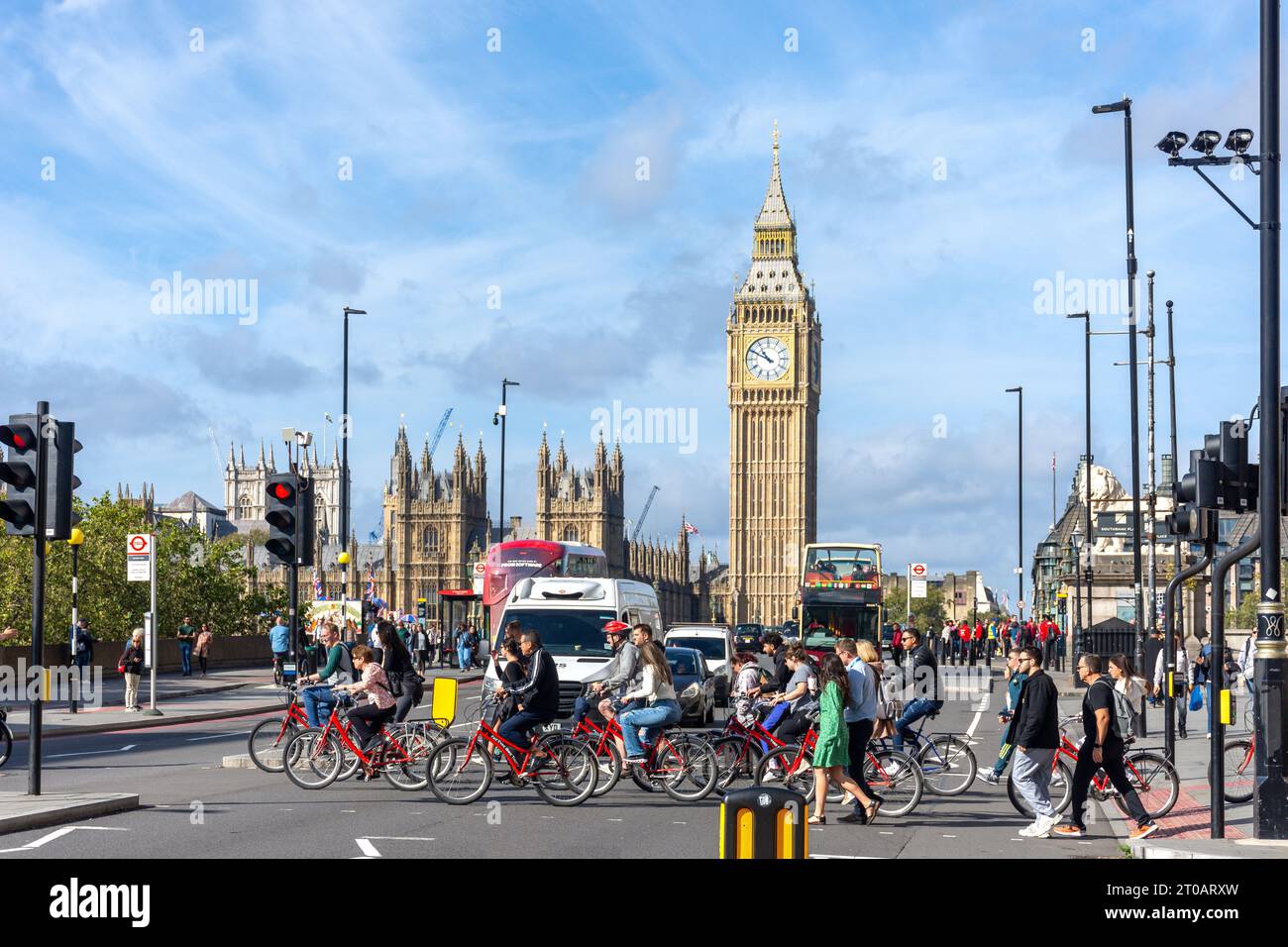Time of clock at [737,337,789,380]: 10:49
